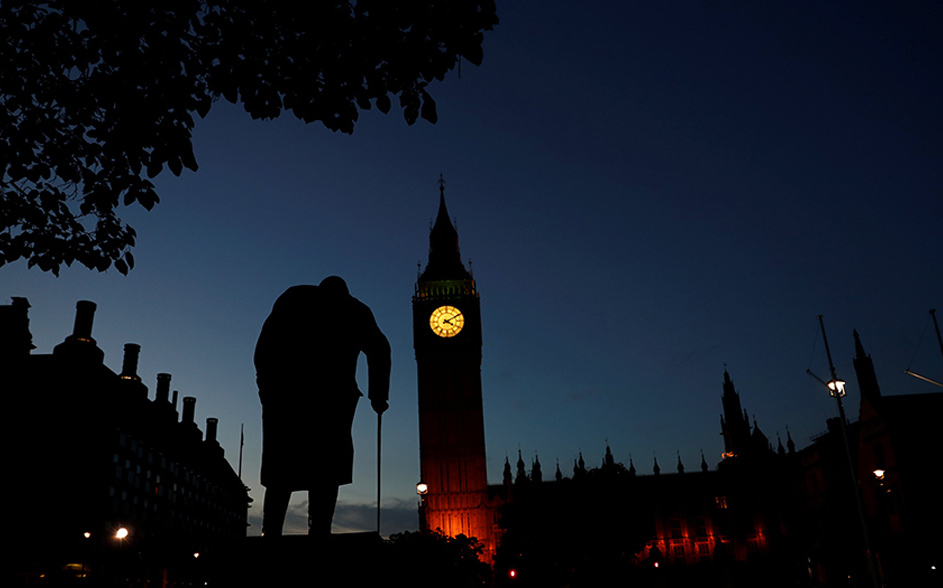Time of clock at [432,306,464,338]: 4:10
